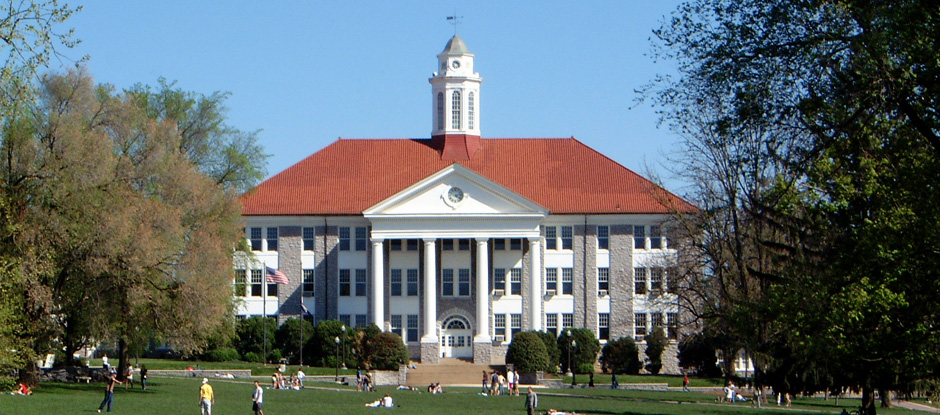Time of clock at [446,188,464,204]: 4:12
